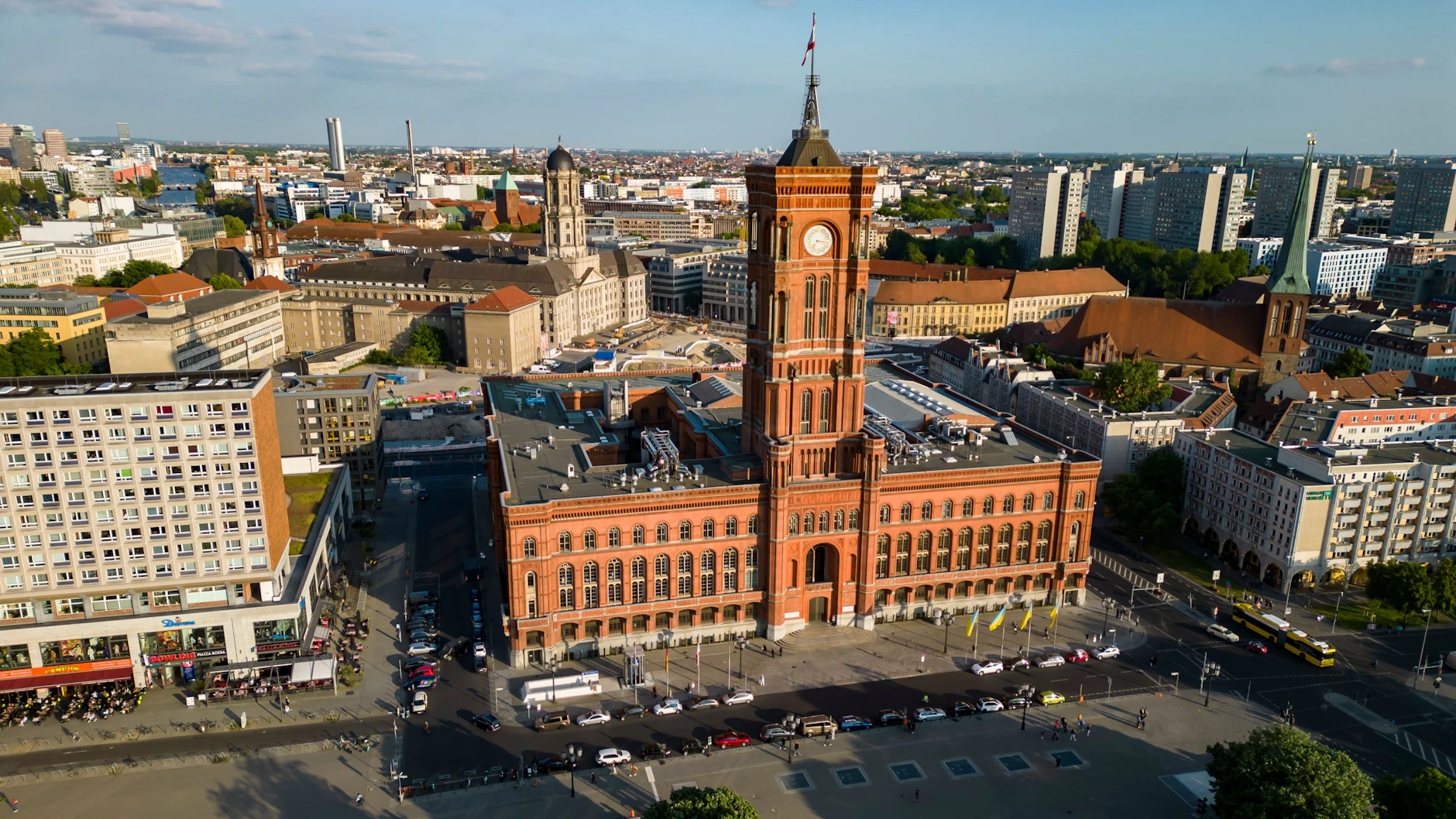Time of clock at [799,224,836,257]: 7:16
